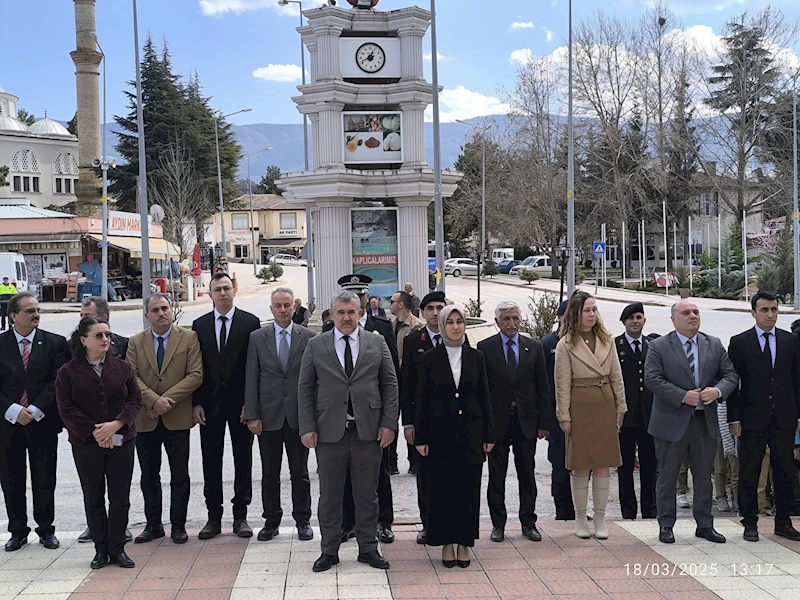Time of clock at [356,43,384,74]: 12:41
